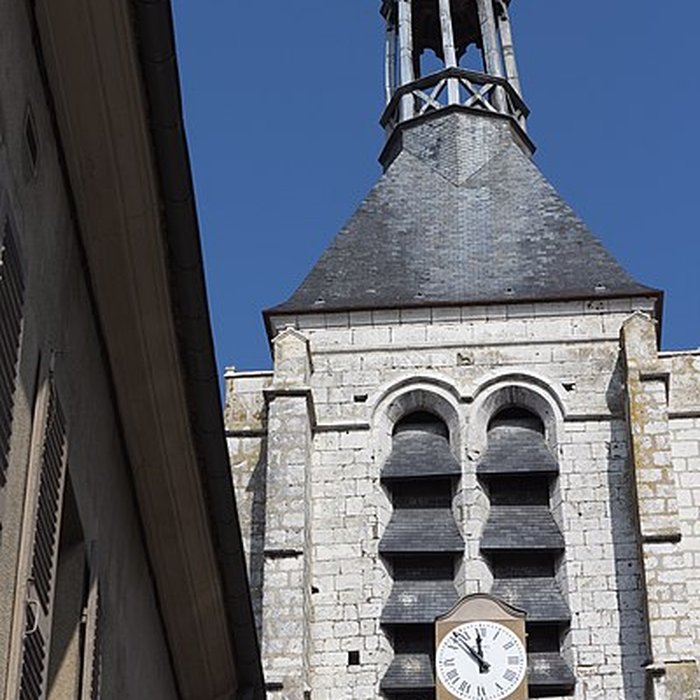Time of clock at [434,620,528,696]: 11:53
